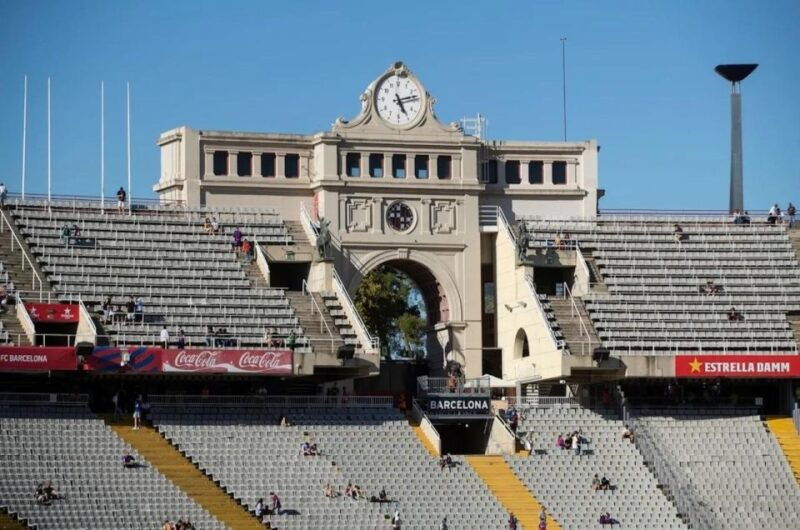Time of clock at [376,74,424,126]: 5:12
